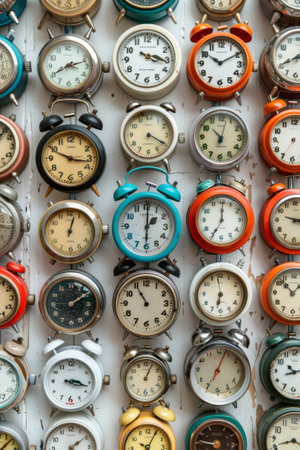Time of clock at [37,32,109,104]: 8:12
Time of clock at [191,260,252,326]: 6:58
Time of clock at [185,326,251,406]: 7:03
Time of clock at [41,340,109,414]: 3:17
